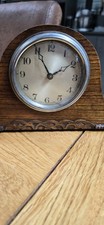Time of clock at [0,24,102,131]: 1:55
